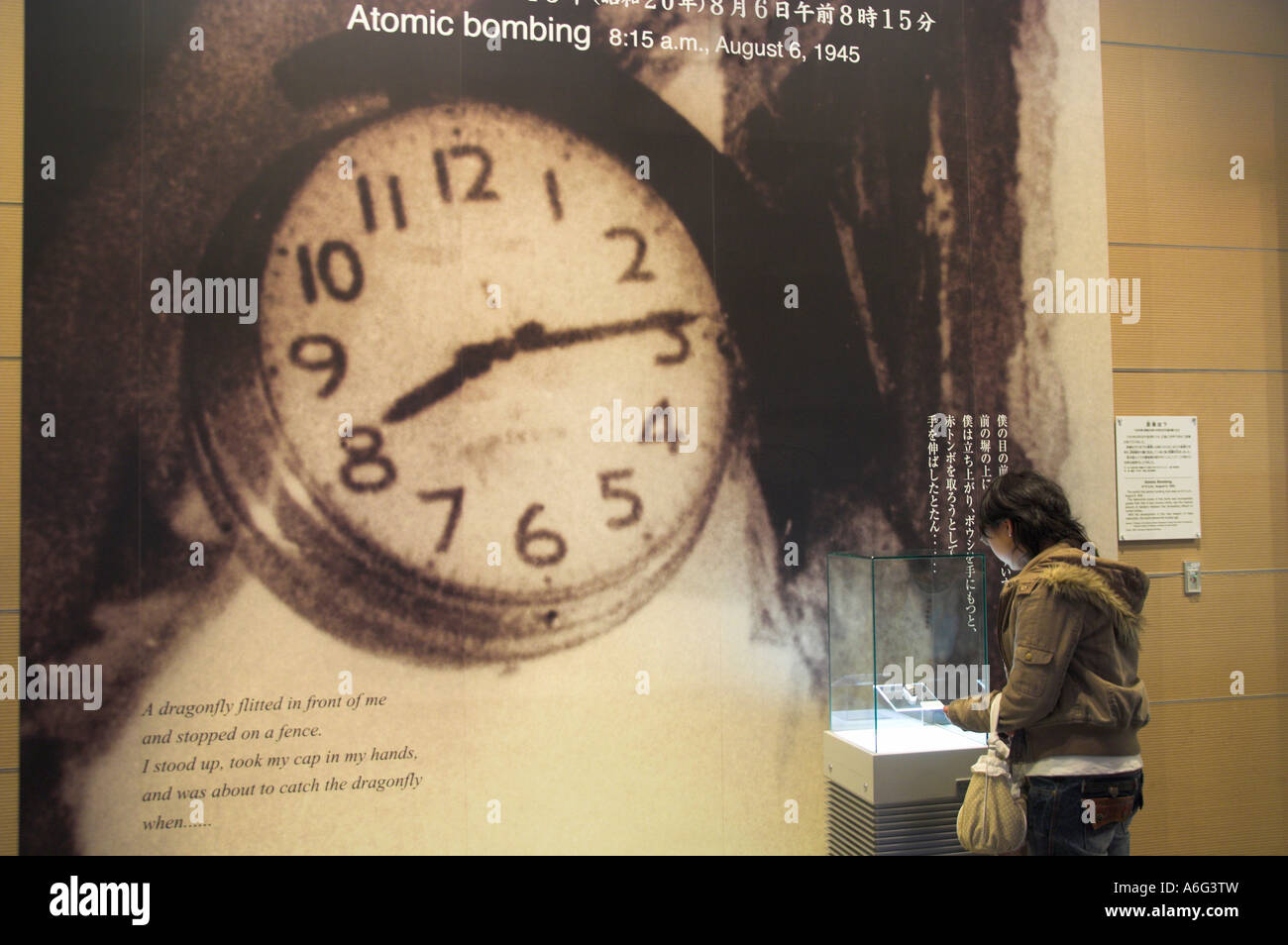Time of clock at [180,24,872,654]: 8:14
